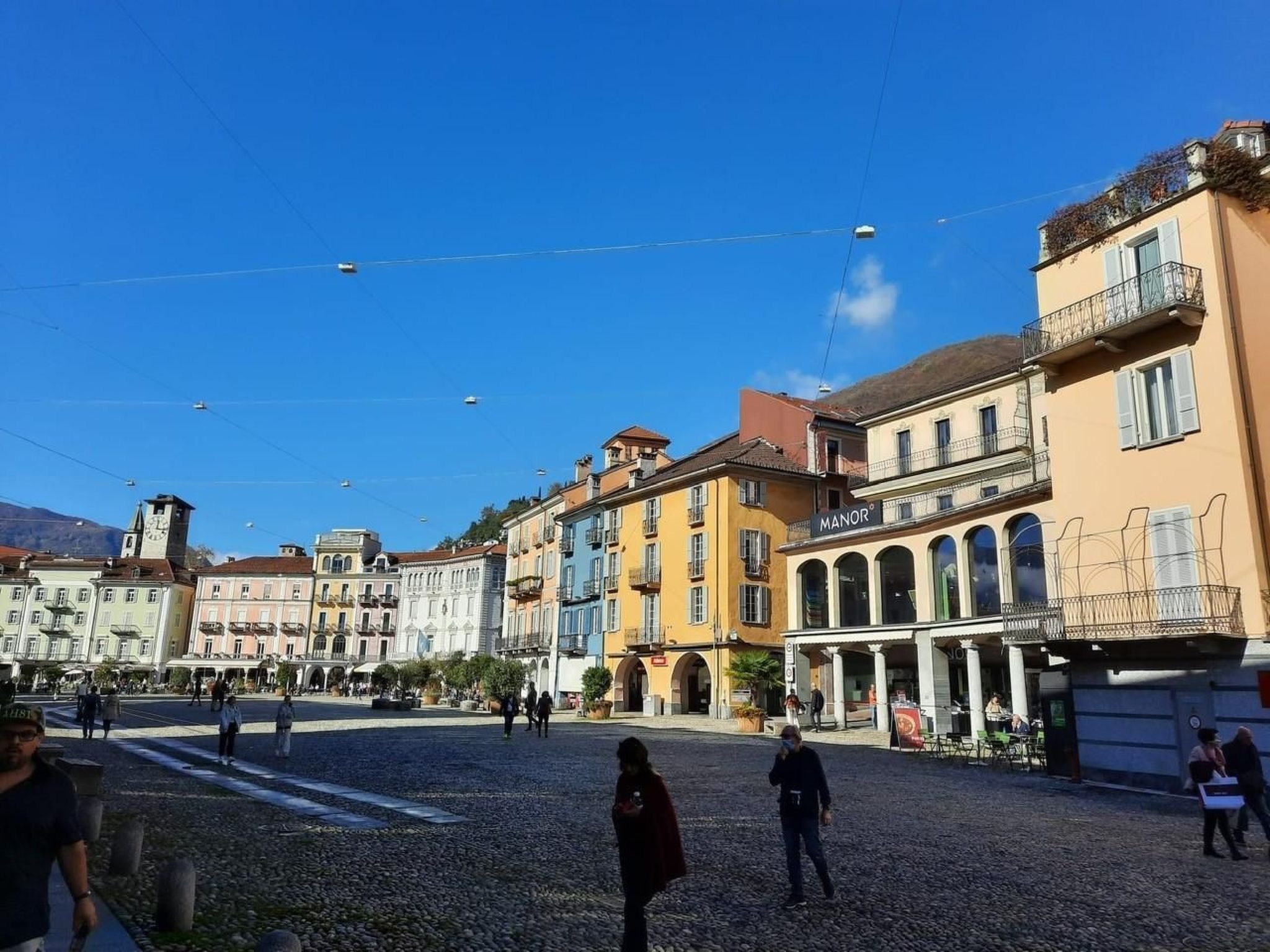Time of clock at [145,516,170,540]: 12:16
